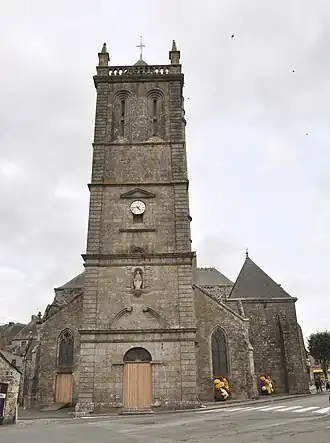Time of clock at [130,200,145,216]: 4:43
